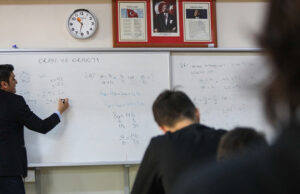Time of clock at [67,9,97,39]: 10:32
